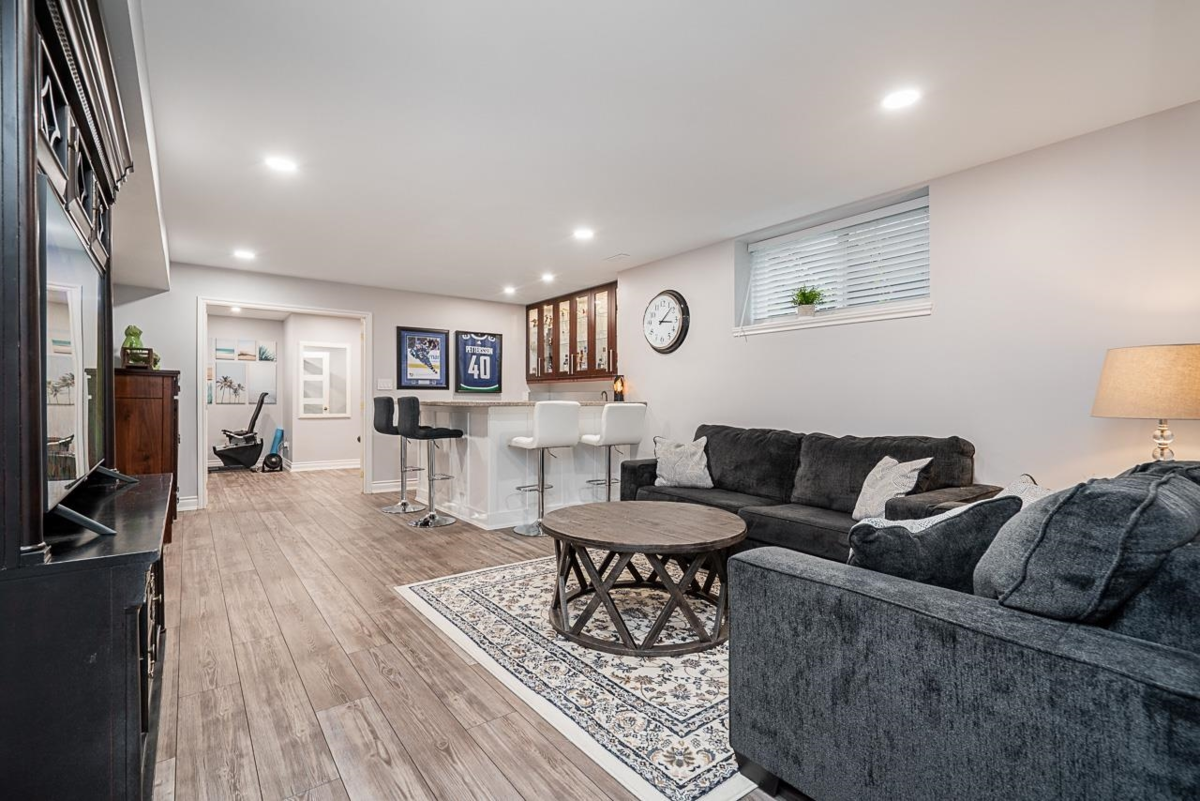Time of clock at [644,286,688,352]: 3:07
